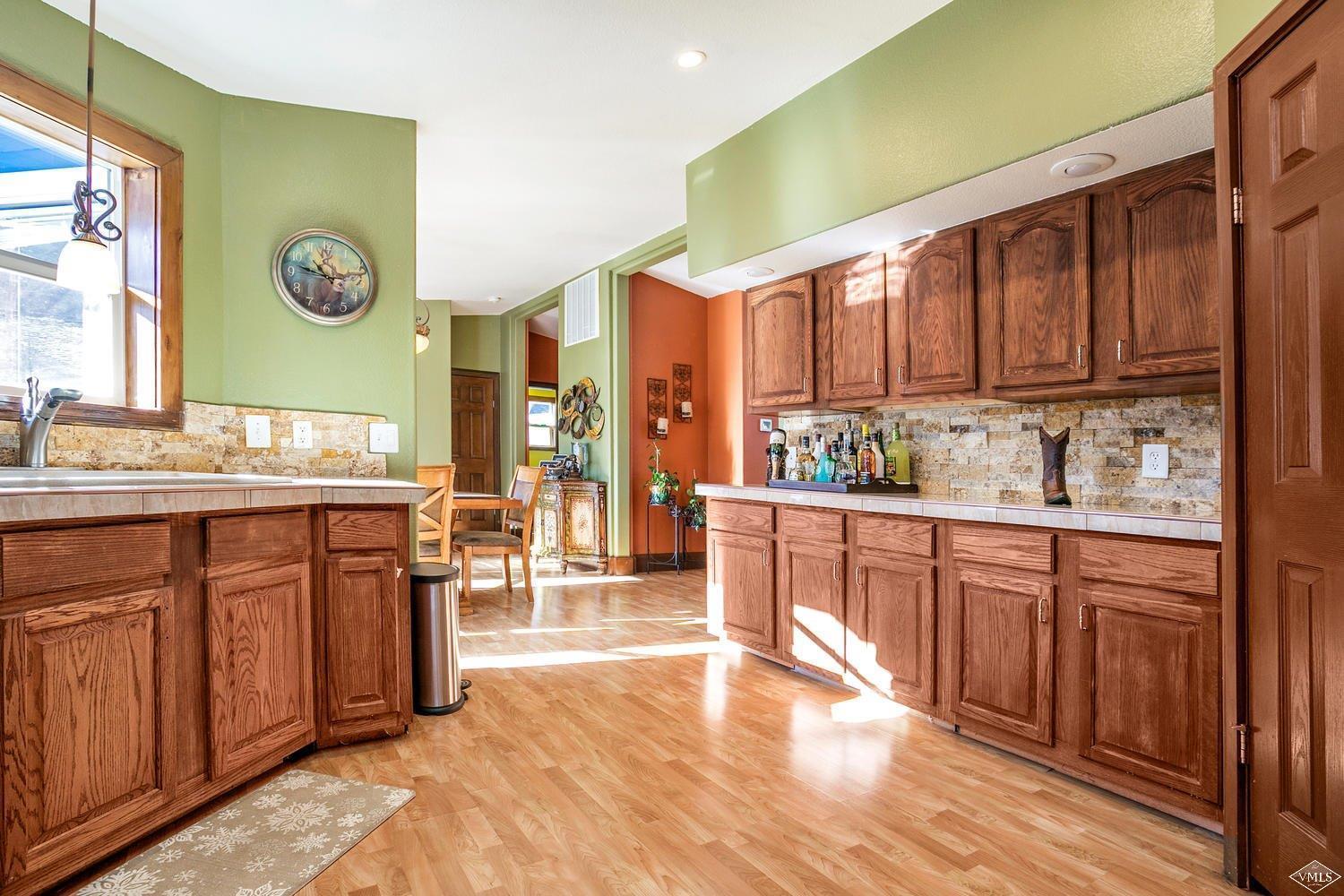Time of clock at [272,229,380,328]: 10:47
